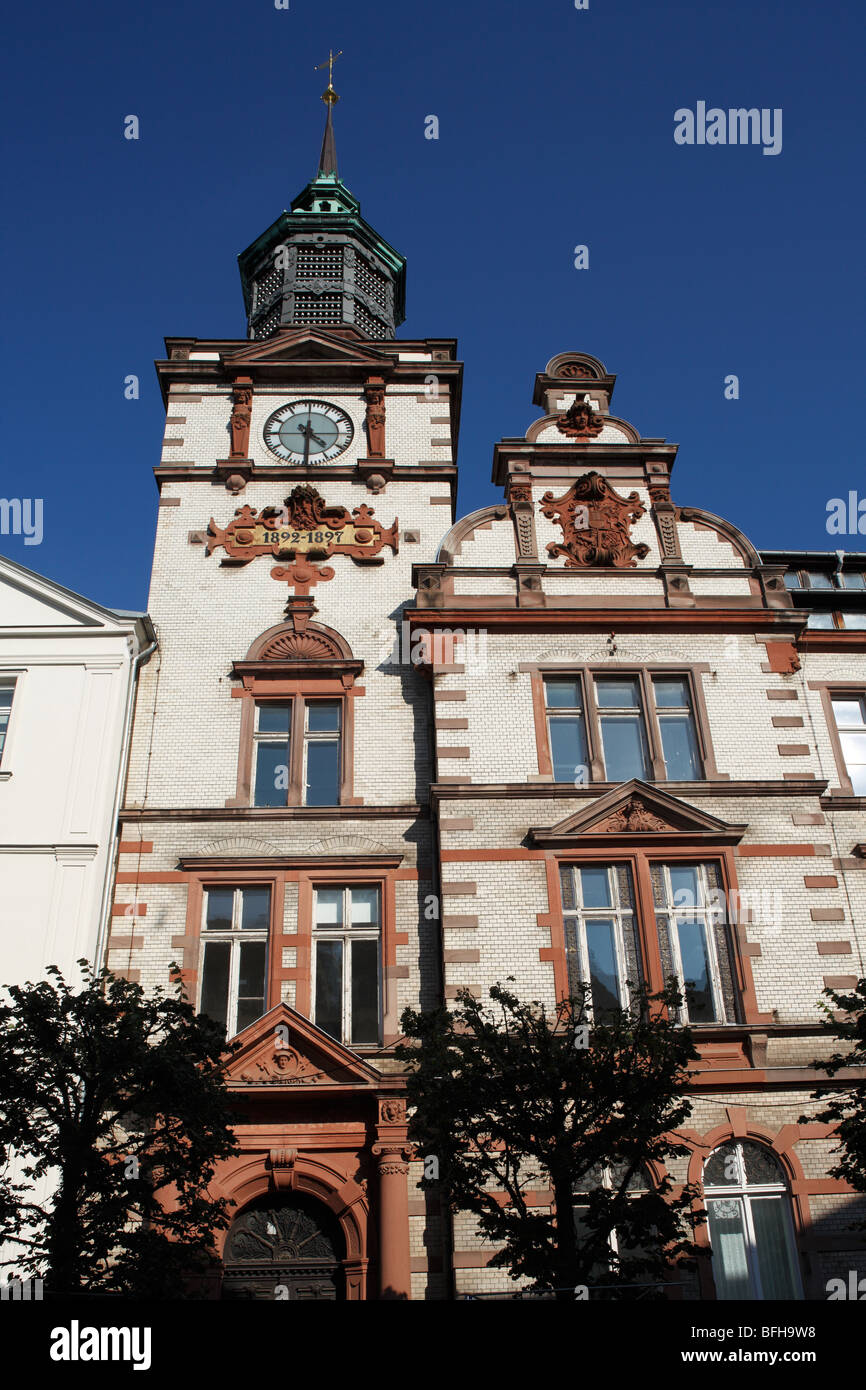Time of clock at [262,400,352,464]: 4:30
